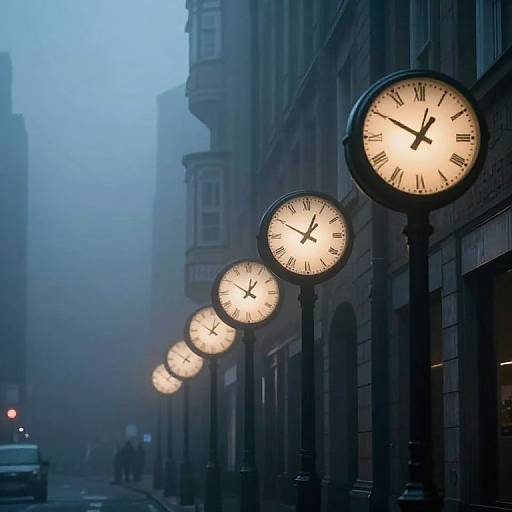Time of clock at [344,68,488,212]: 12:50
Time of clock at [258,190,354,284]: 12:49
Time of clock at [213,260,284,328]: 12:50
